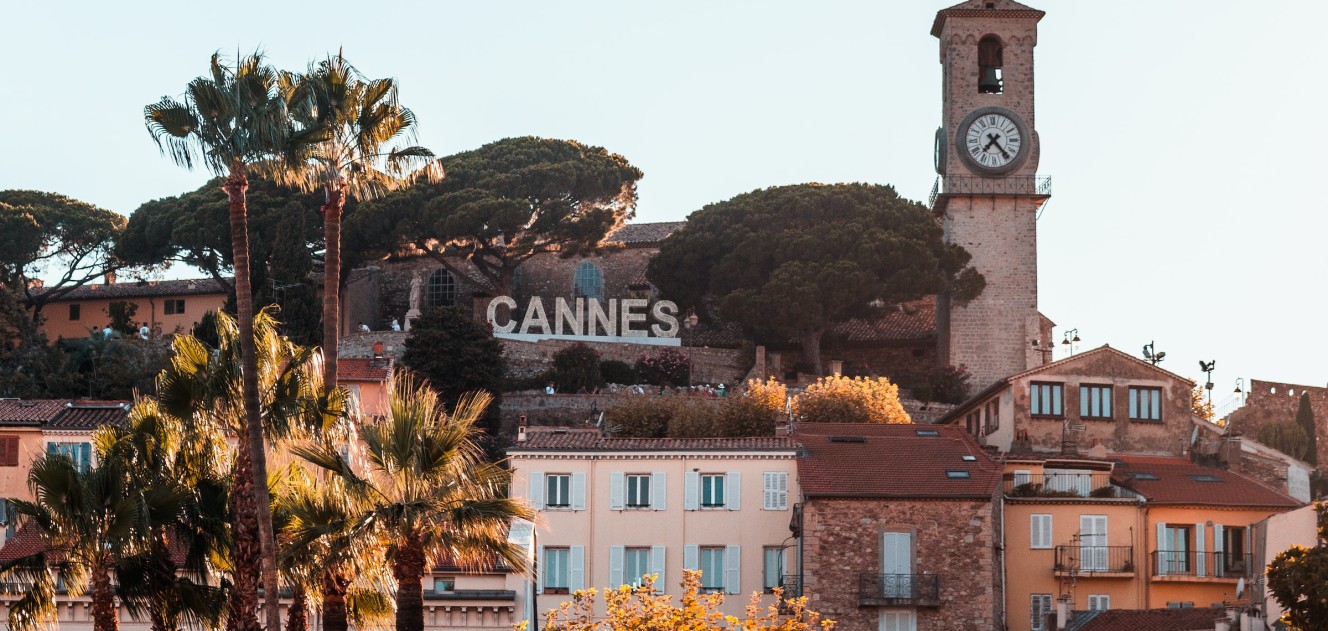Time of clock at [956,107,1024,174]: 7:23
